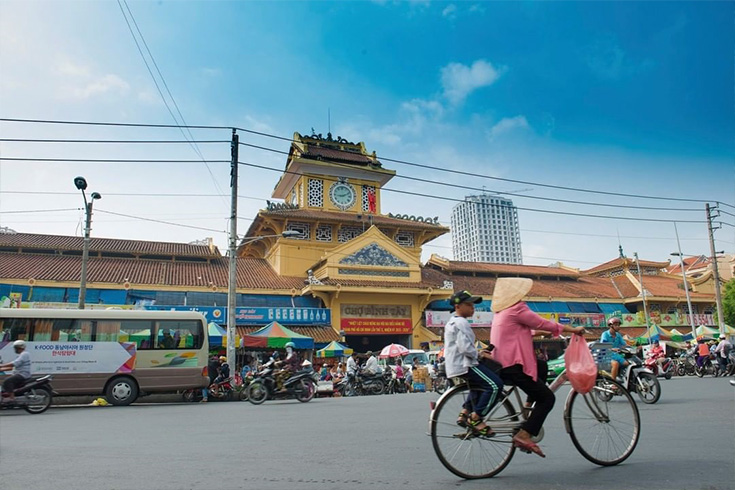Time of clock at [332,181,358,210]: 9:11
